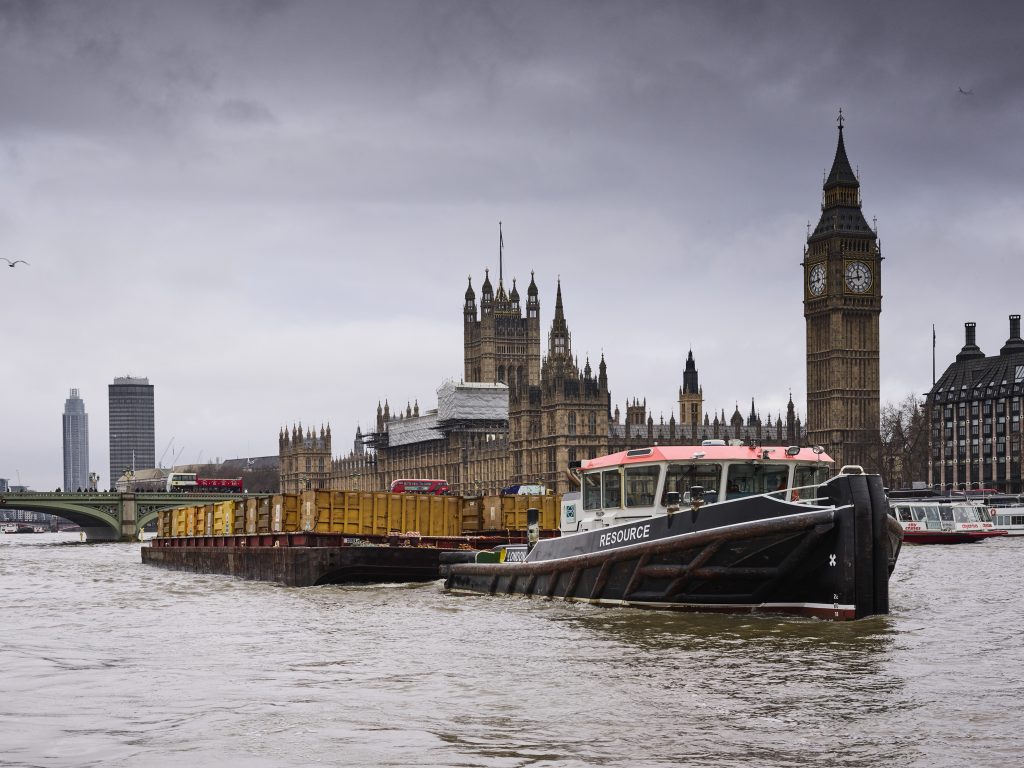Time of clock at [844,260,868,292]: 11:42
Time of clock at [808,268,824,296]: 11:43
